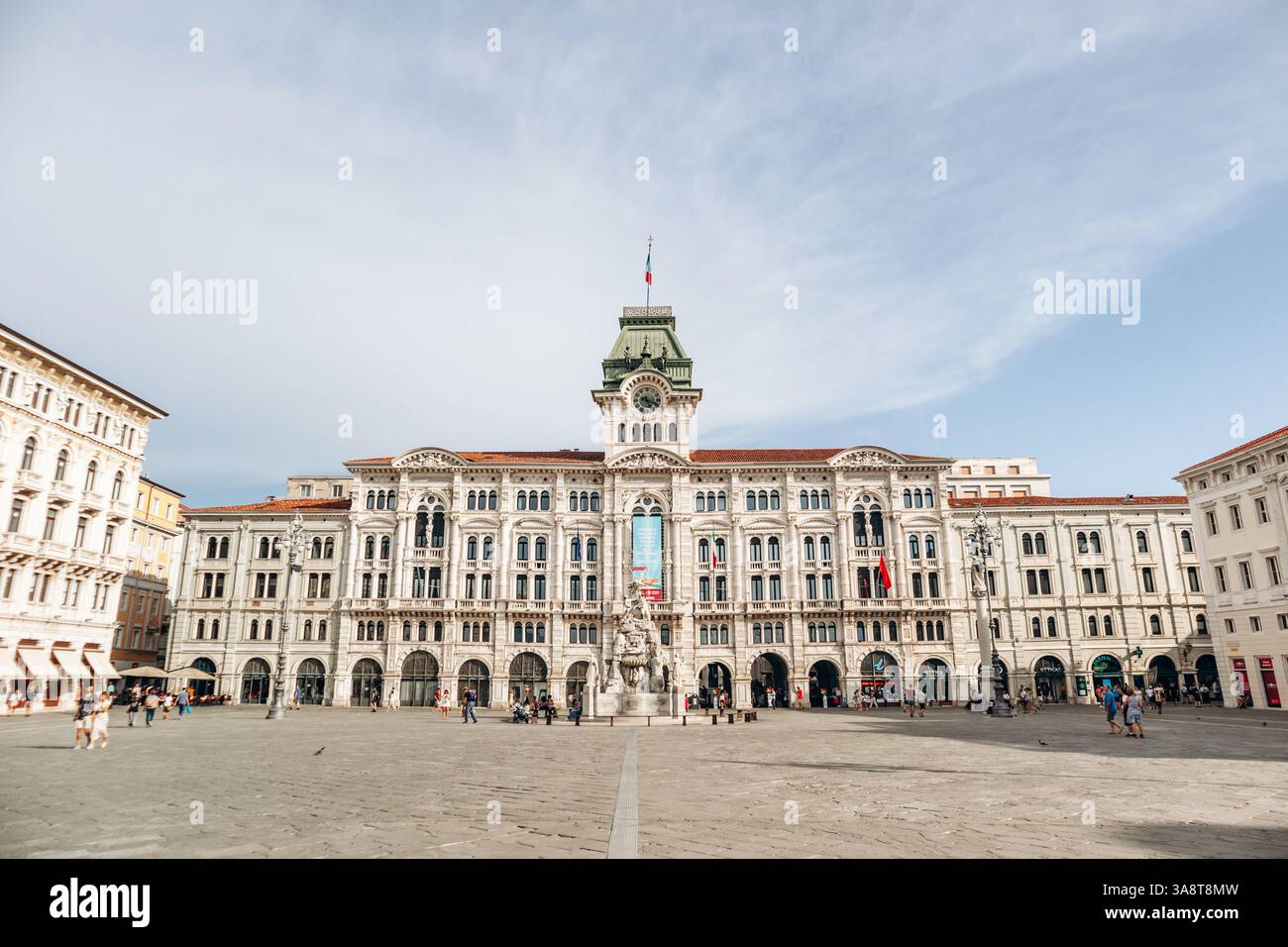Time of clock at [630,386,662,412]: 5:18
